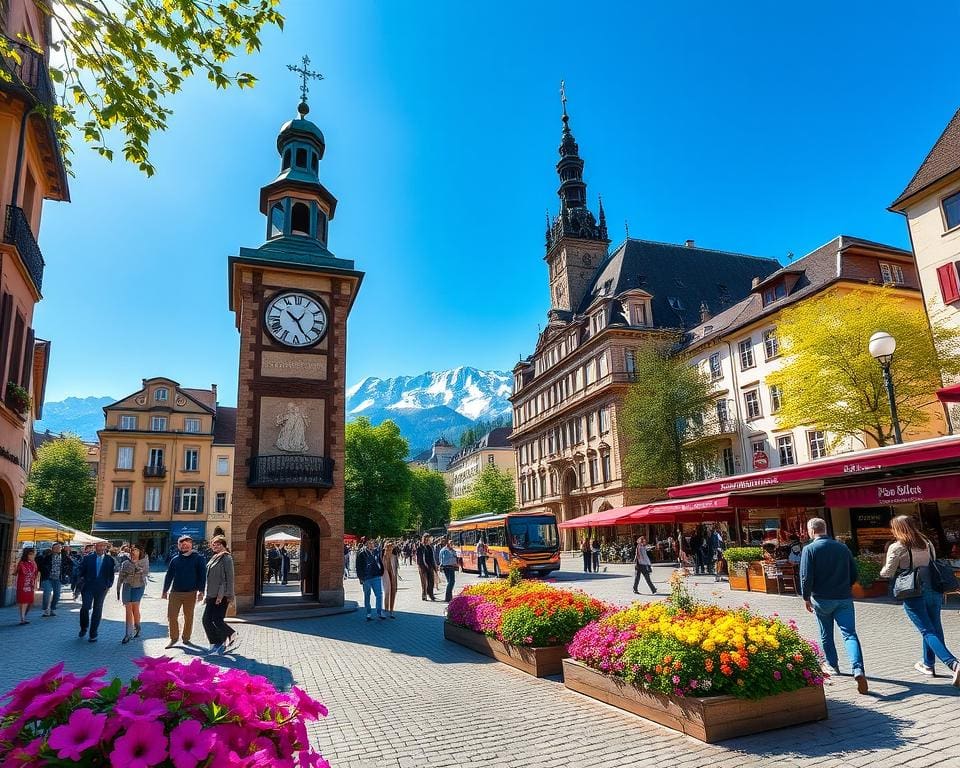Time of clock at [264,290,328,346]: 10:25
